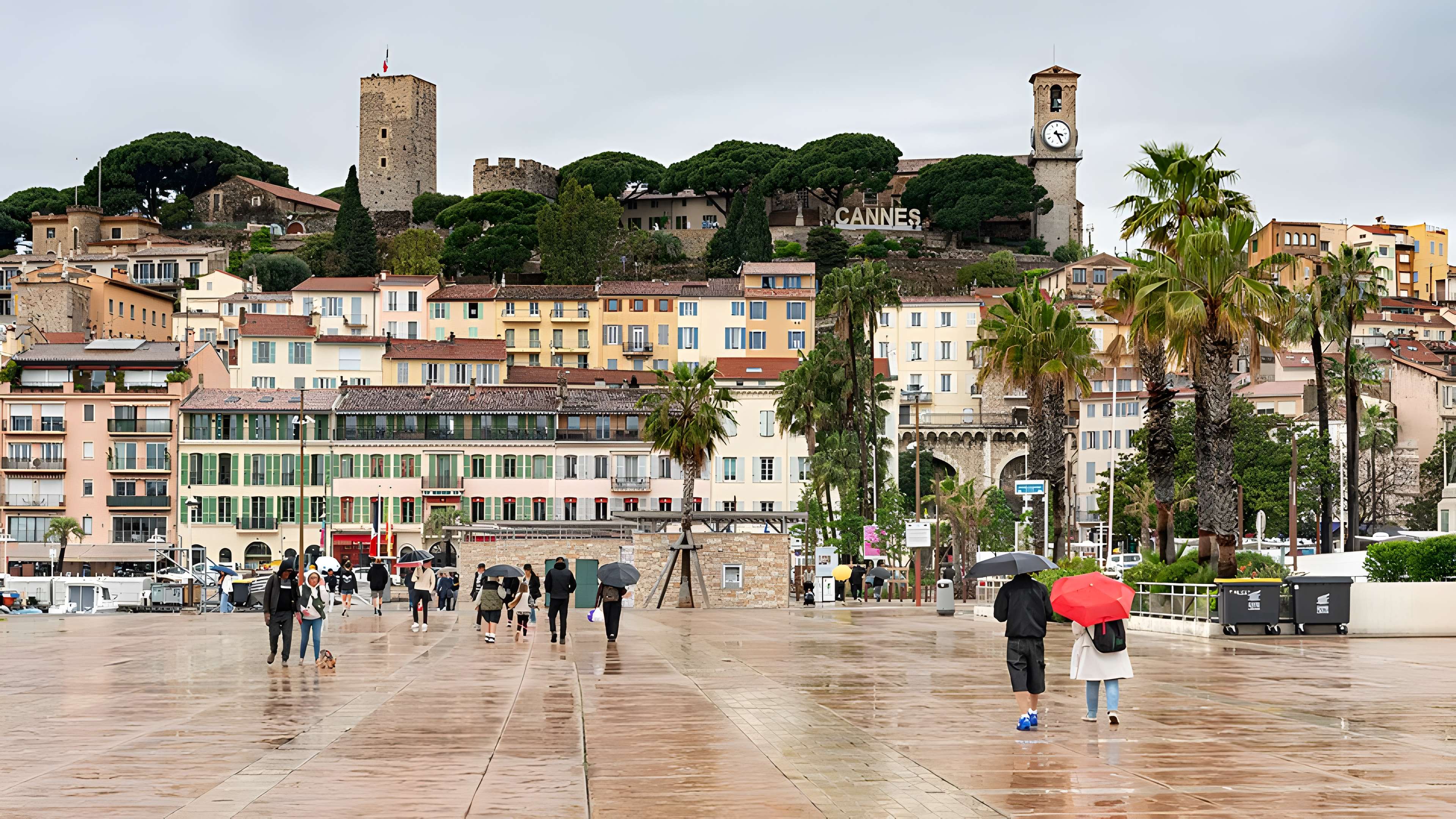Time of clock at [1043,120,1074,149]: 3:25
